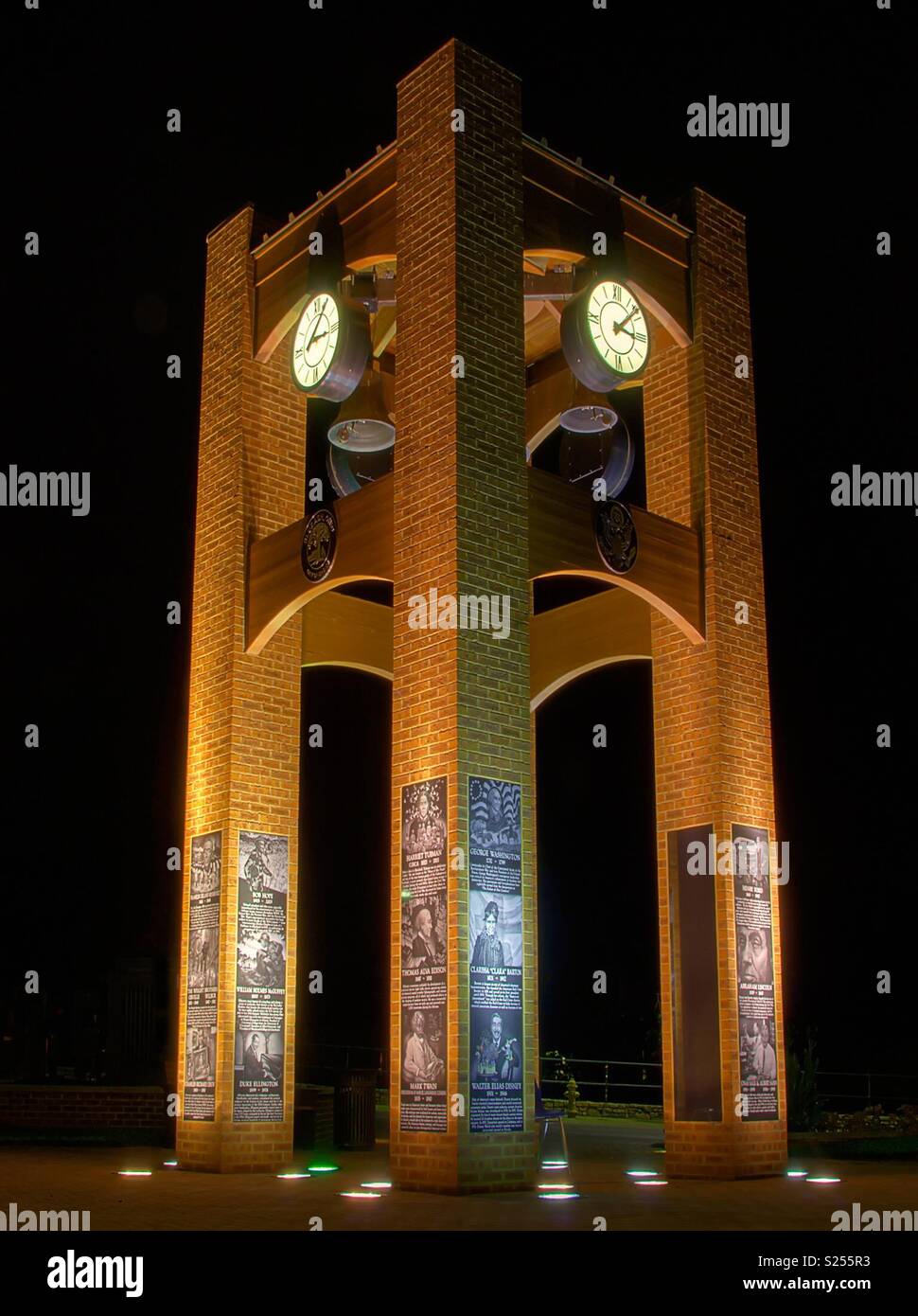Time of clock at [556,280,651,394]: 3:07
